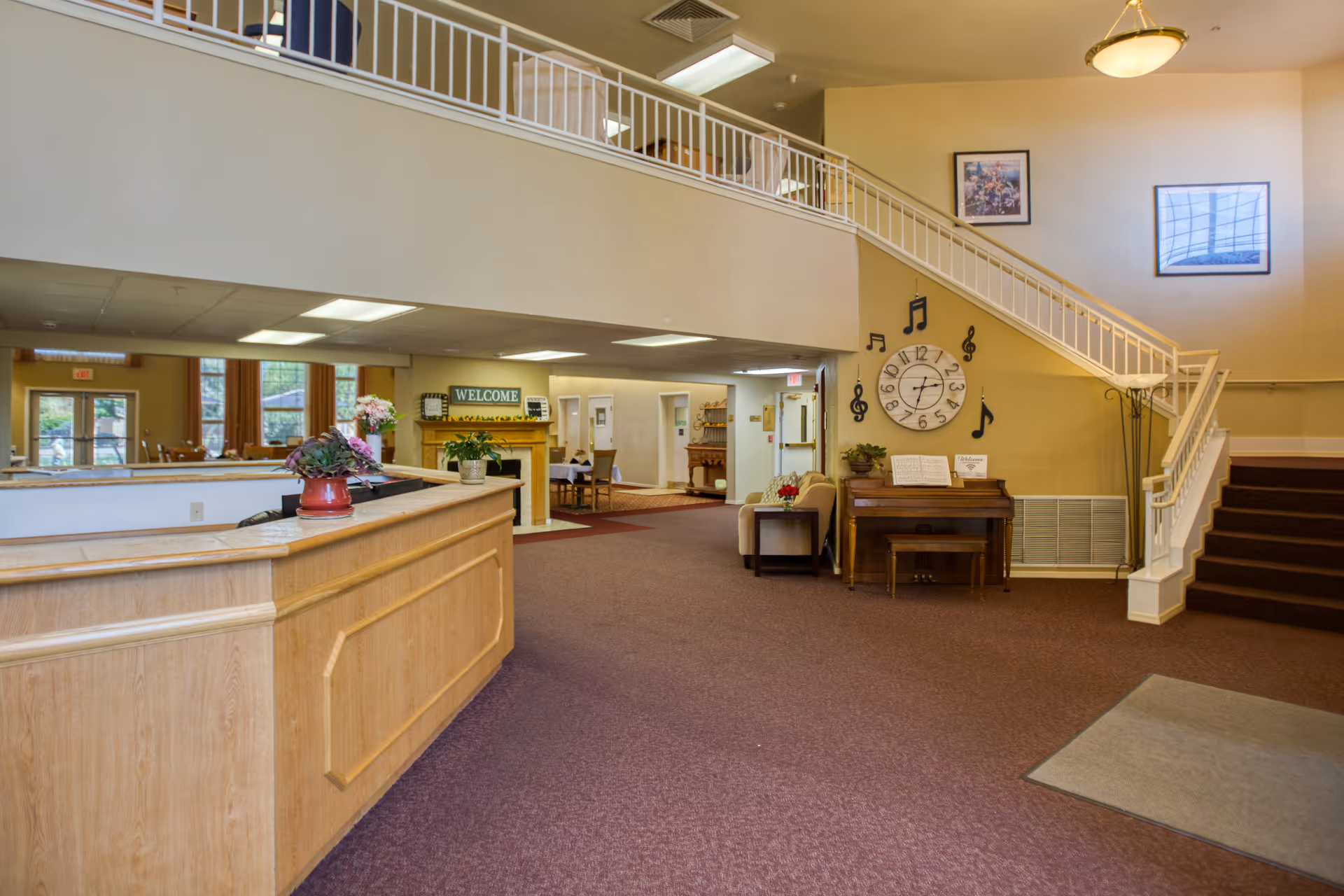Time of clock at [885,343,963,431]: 2:33
